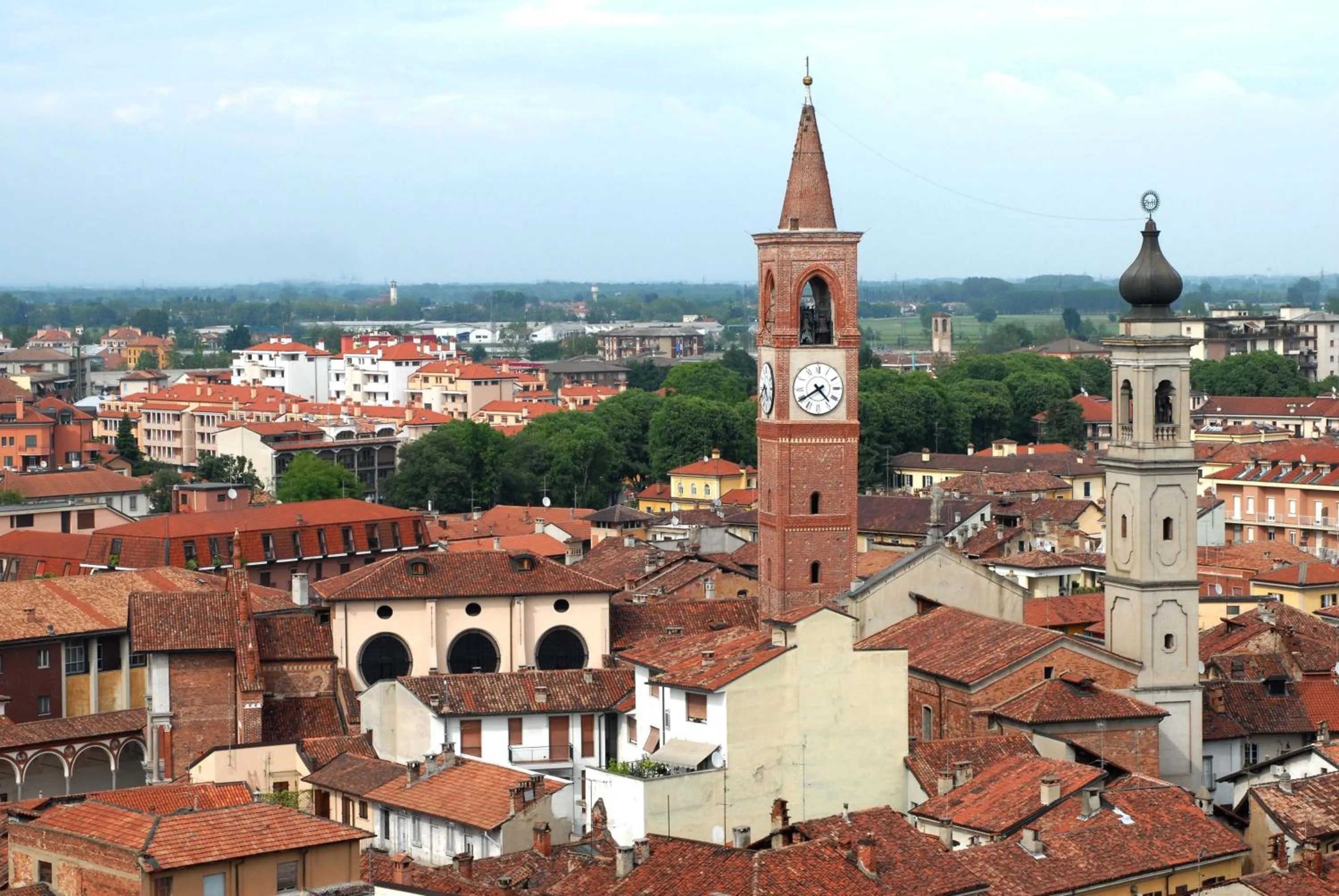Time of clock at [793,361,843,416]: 4:39
